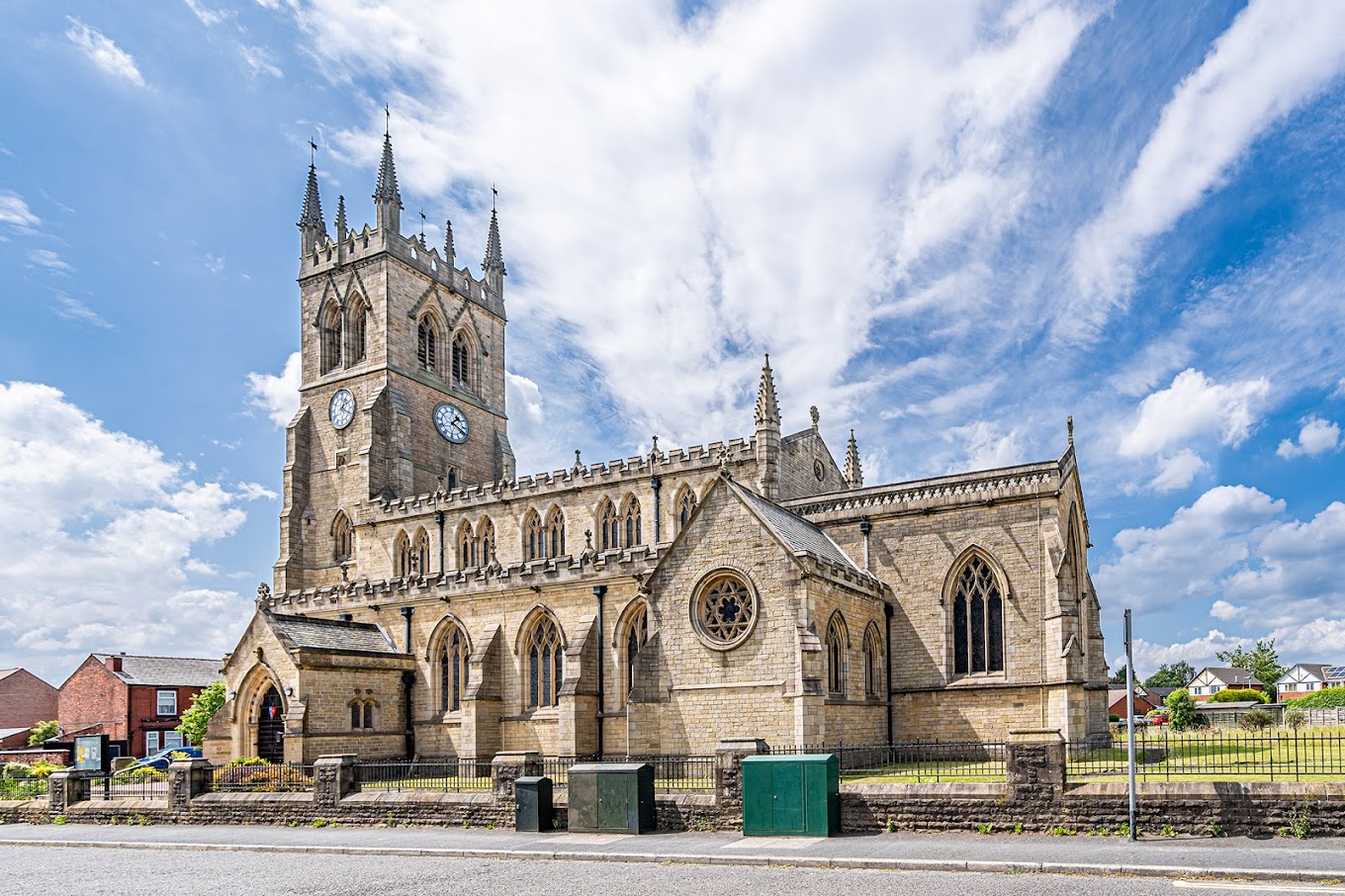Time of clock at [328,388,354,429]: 1:18
